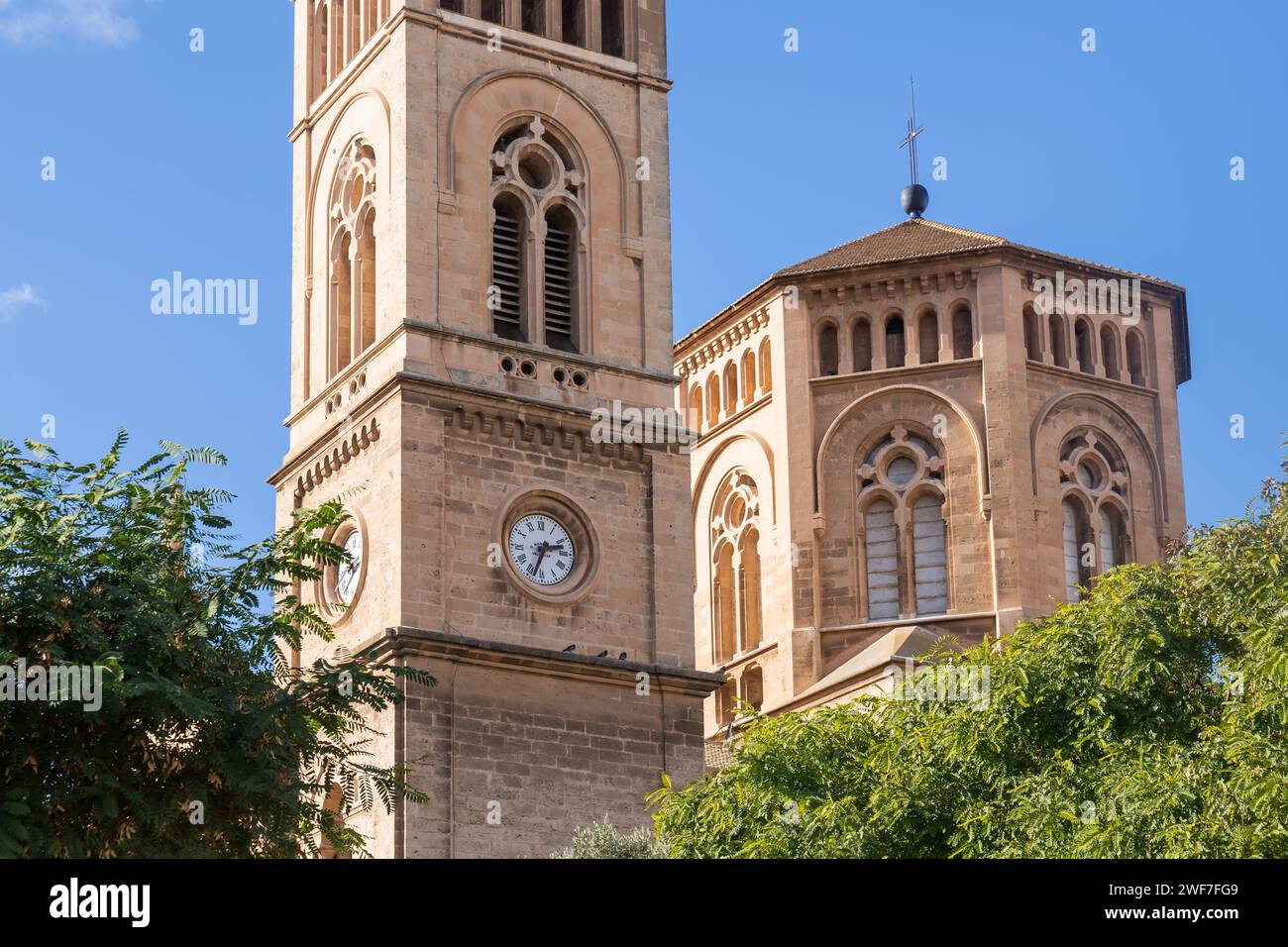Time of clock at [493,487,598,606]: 2:33
